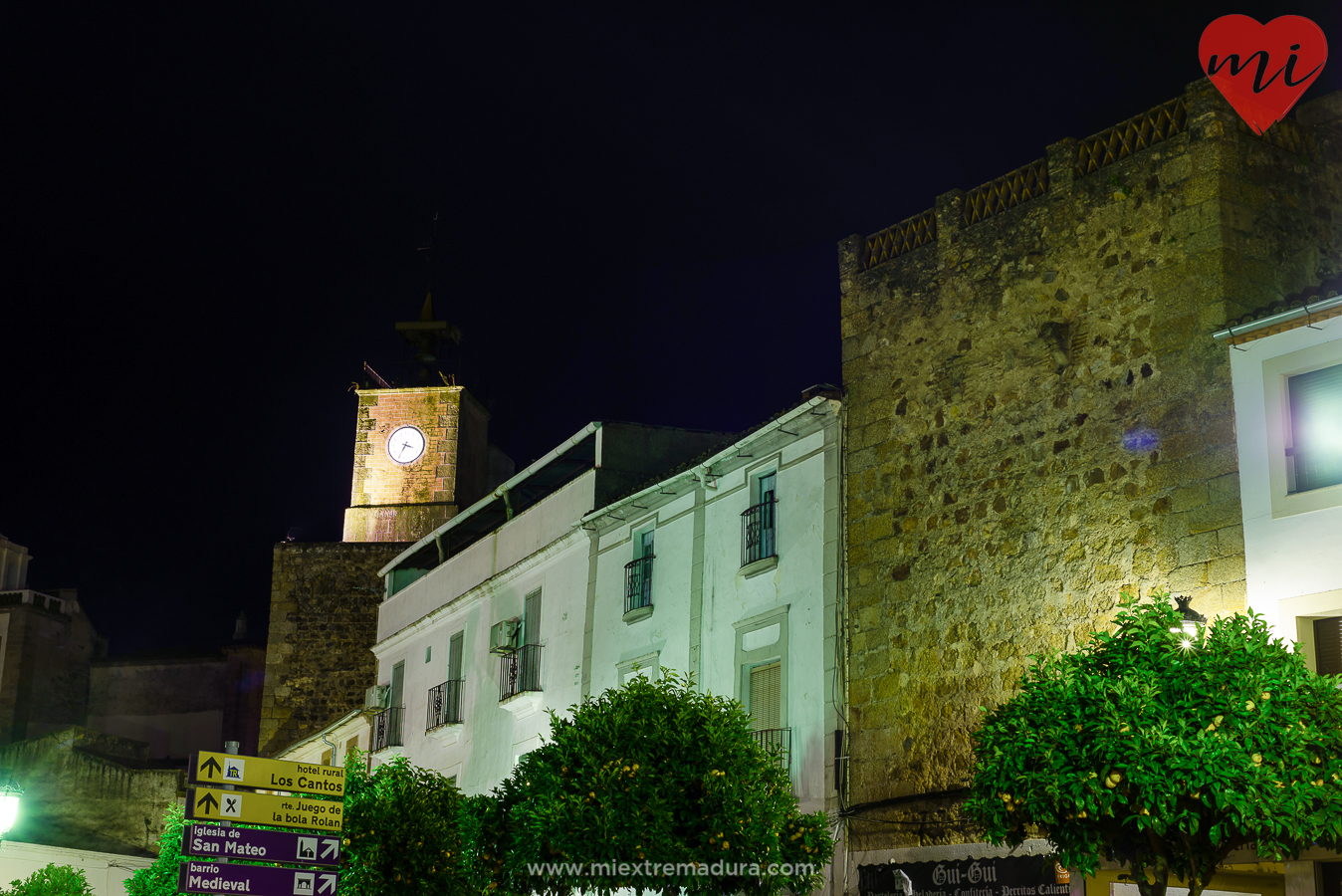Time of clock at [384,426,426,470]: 3:34
